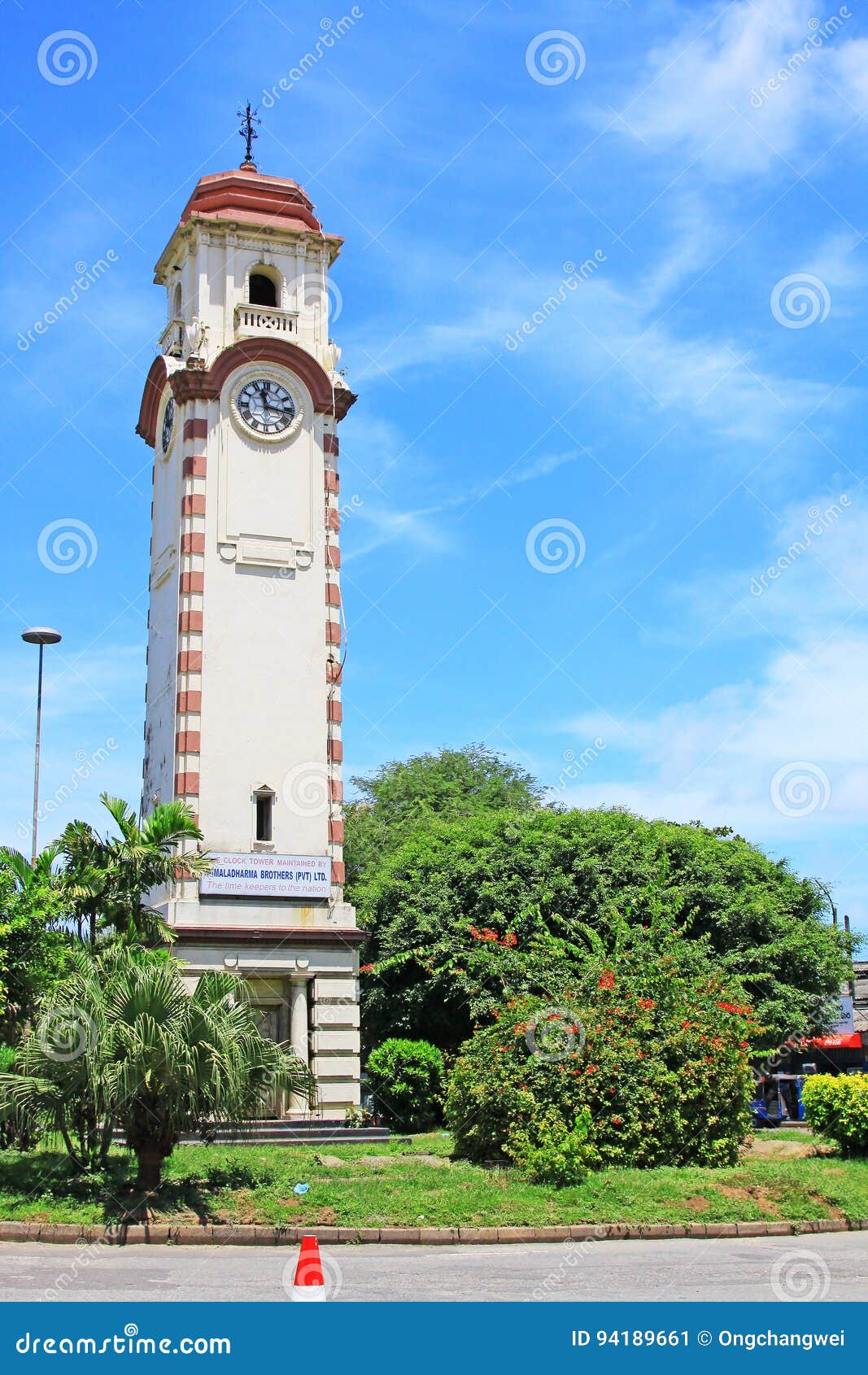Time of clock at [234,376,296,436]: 11:16
